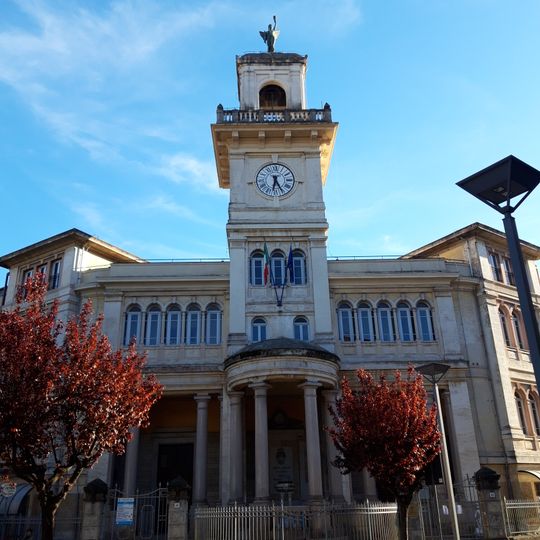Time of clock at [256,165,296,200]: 6:25
